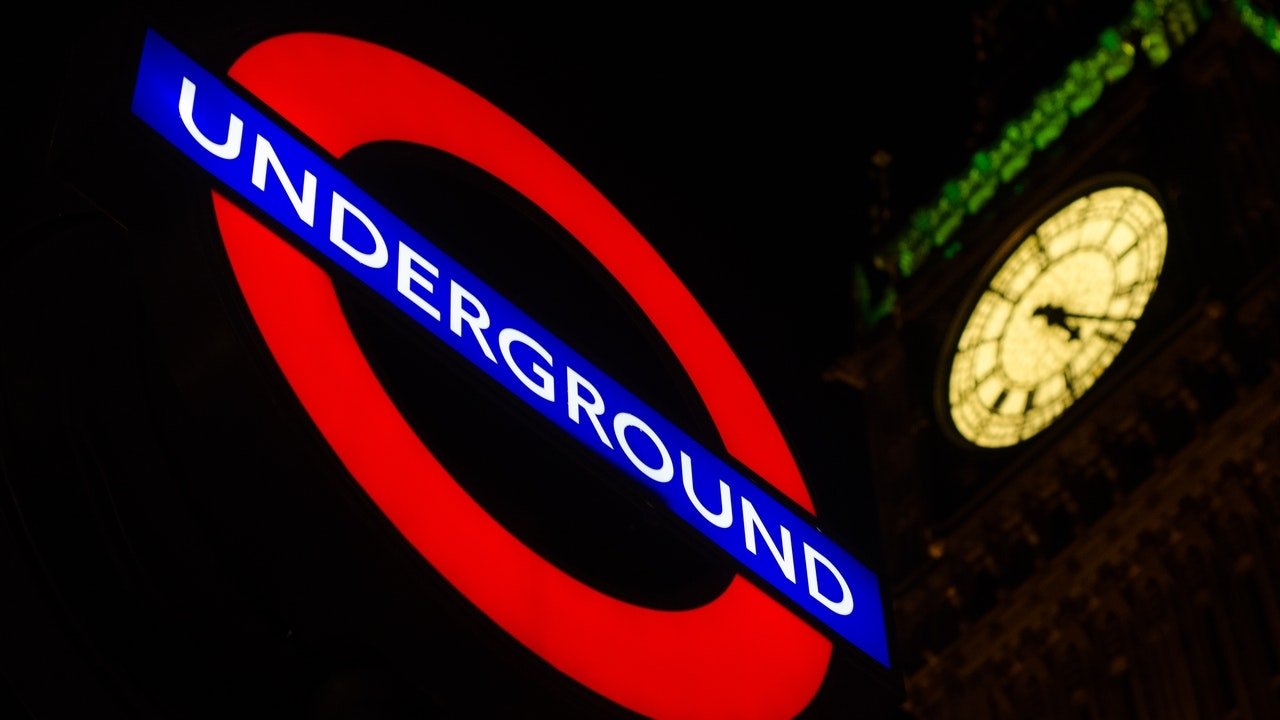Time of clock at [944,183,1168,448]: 4:18
